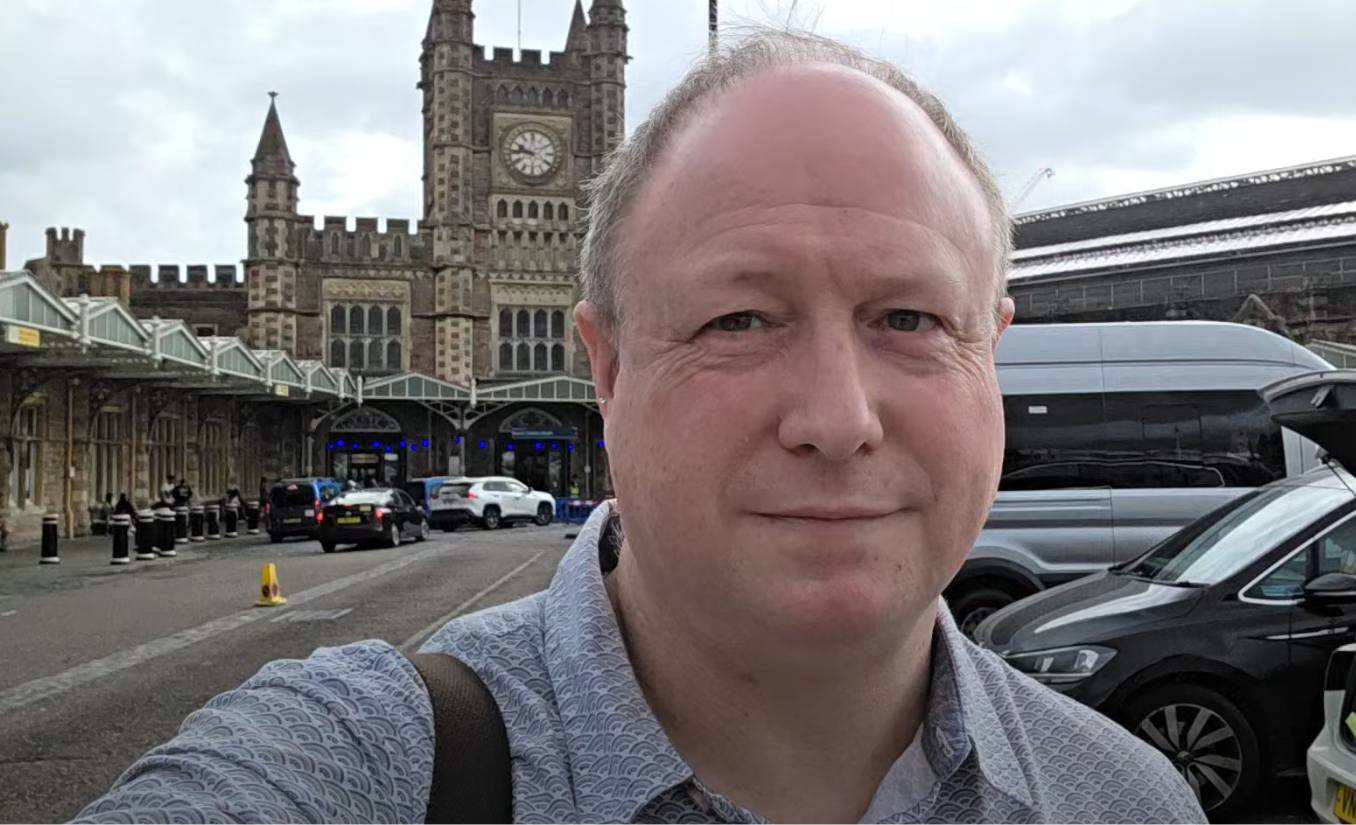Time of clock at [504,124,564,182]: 9:45
